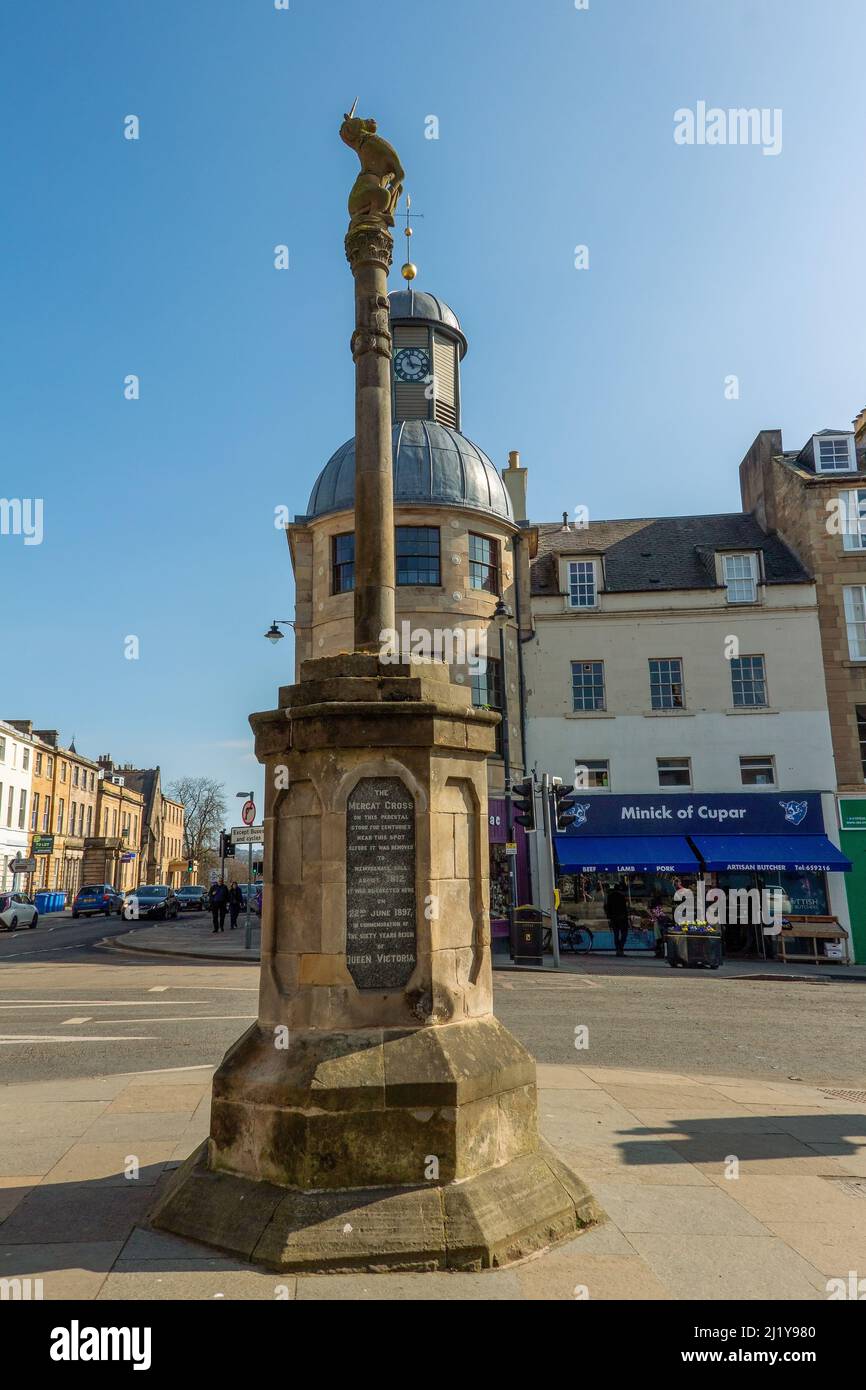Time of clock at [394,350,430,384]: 11:16
